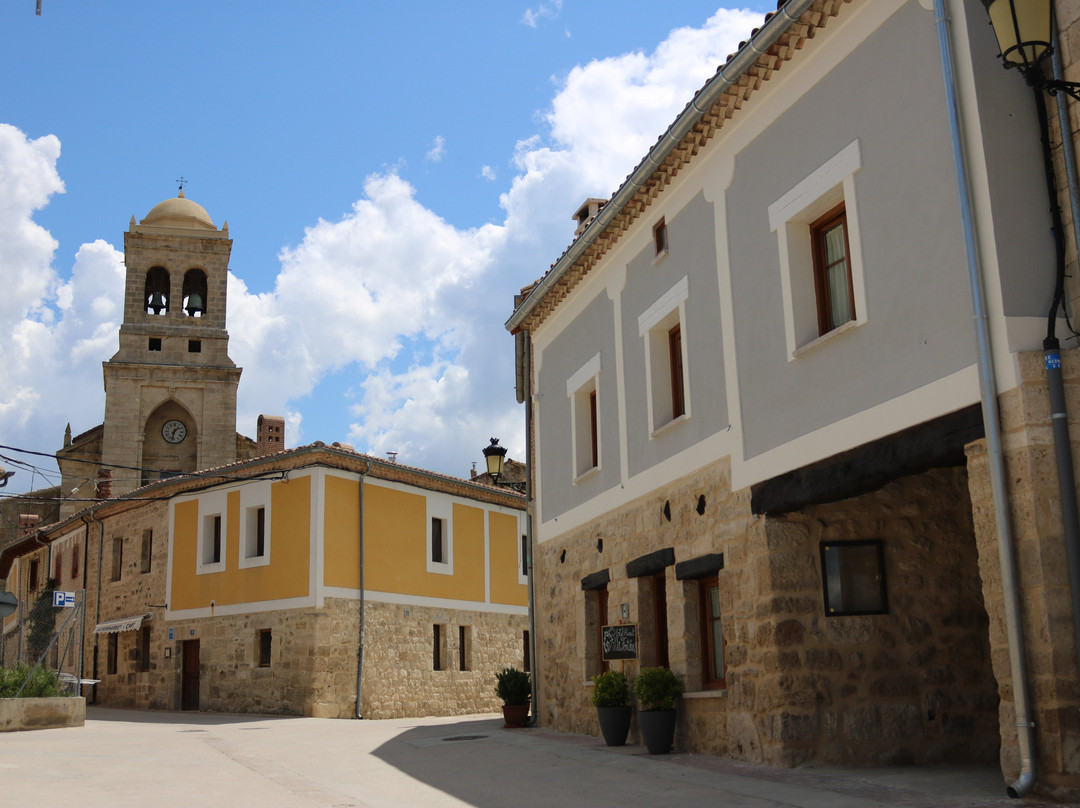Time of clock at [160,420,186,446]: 1:32
